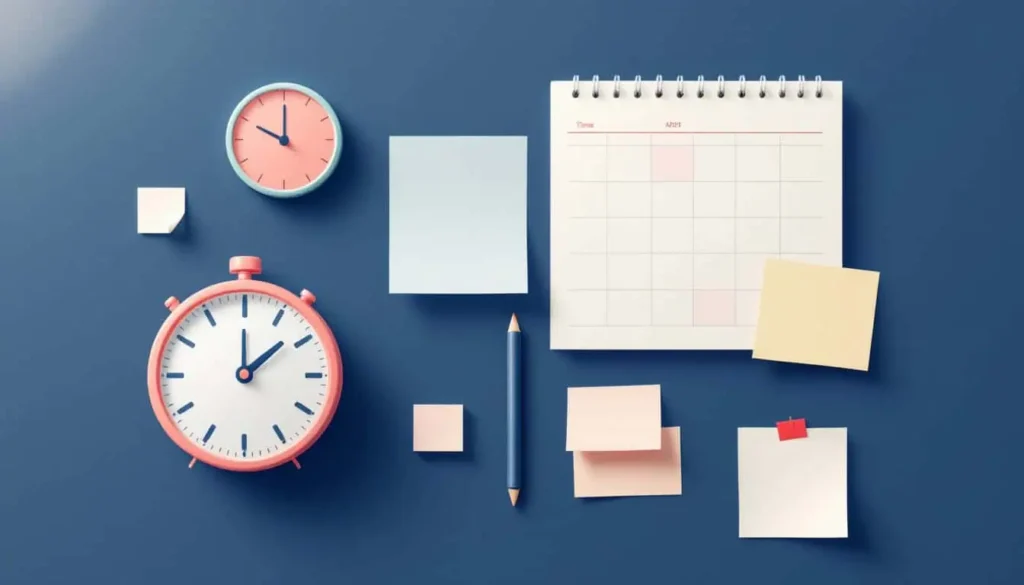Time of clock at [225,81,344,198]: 10:00
